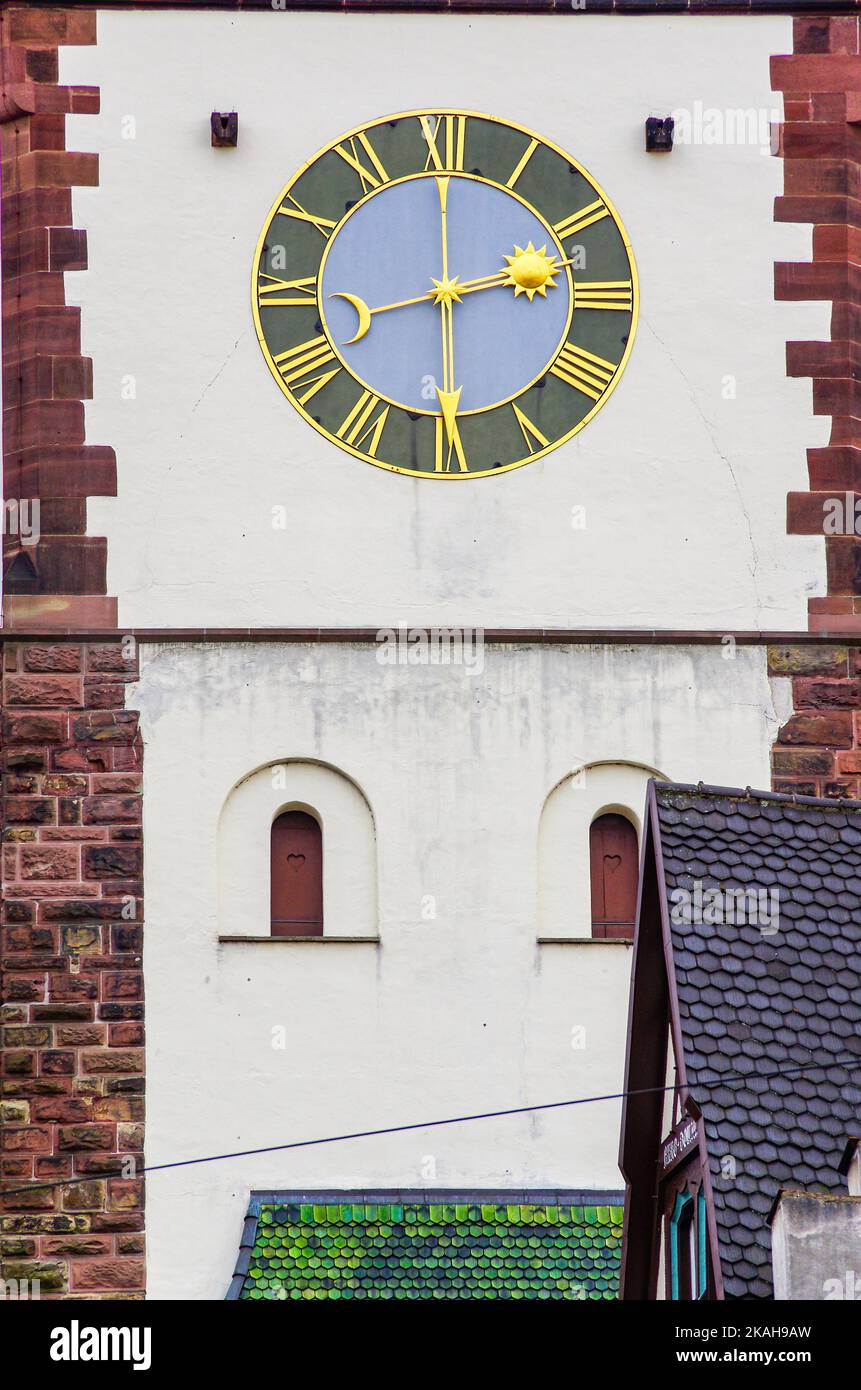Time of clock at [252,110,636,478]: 2:29
